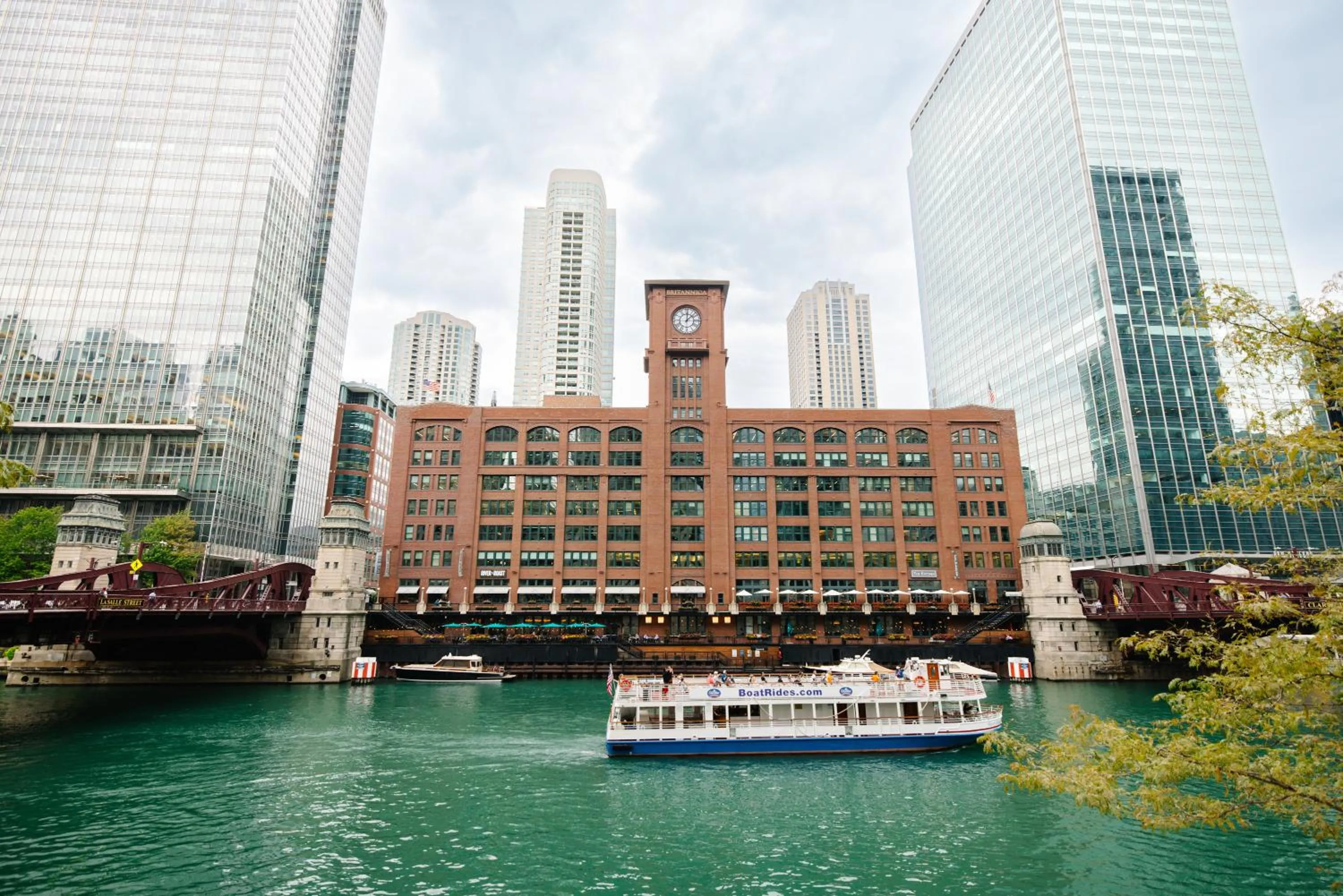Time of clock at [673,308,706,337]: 12:07
